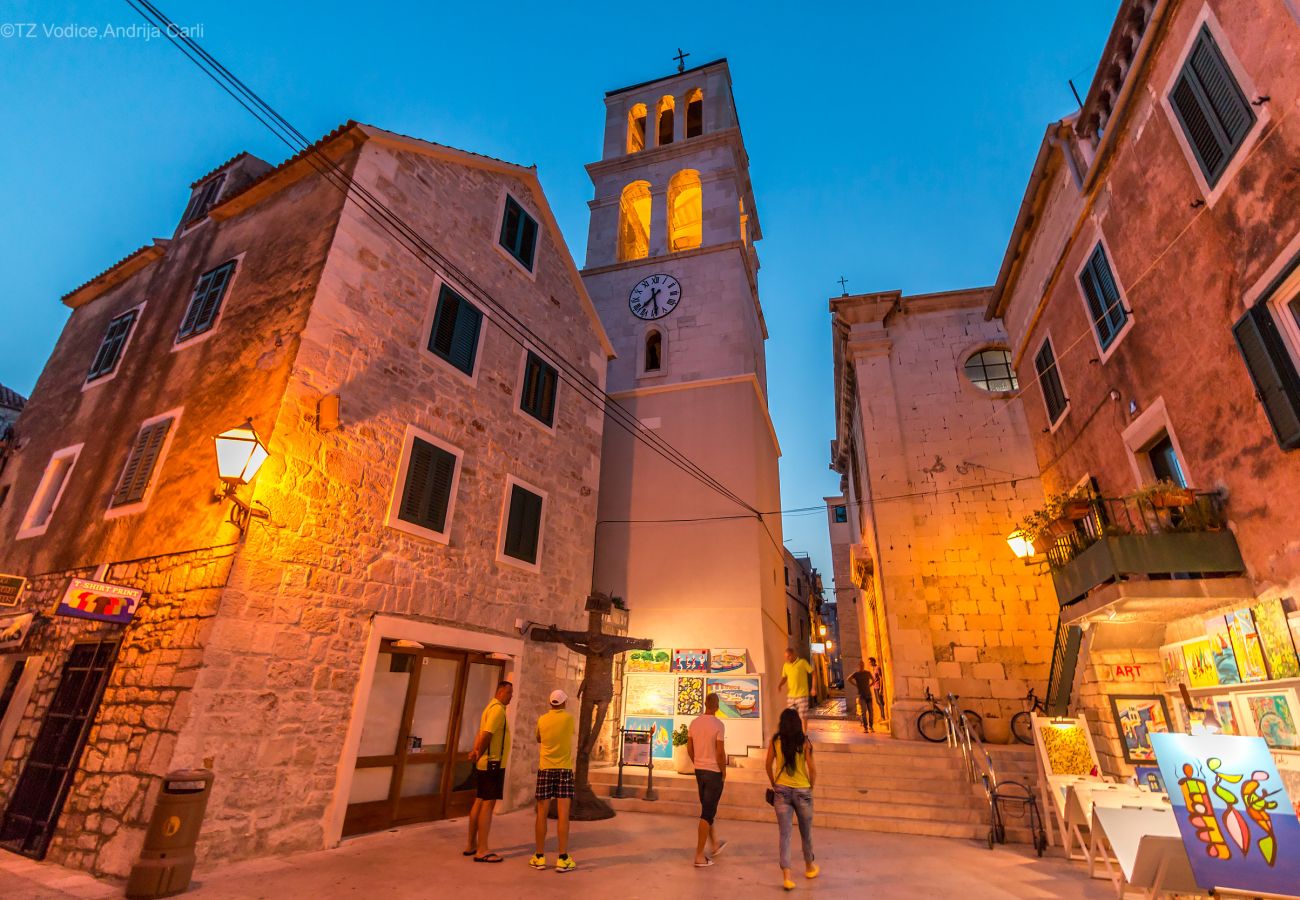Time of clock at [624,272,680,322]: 7:28
